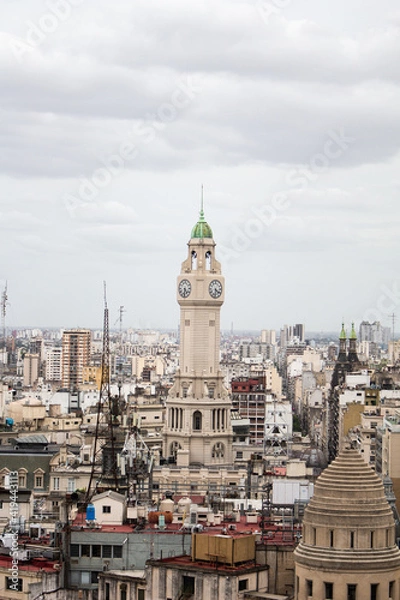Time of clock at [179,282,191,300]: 4:31
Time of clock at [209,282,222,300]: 4:31
